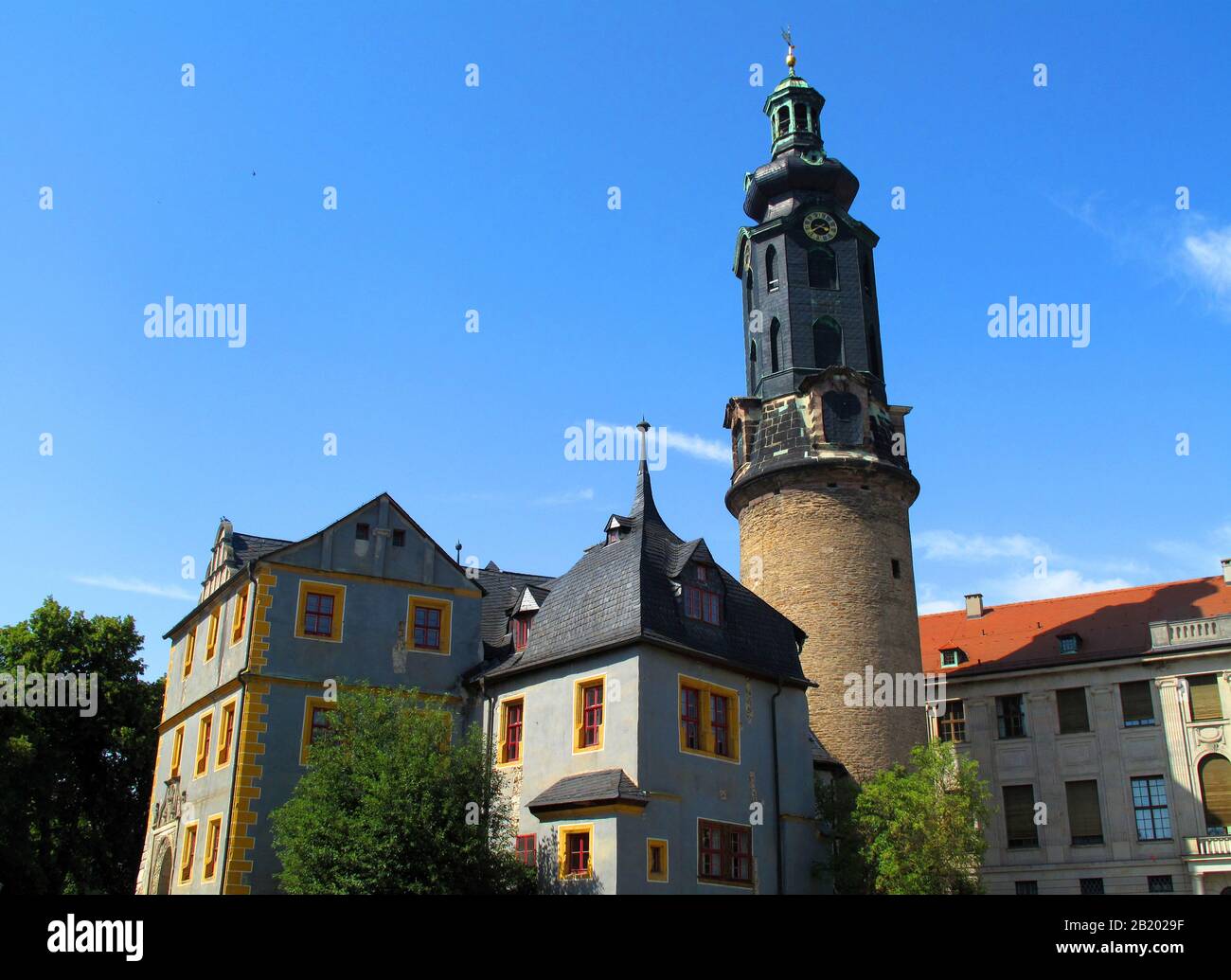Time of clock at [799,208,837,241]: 3:40
